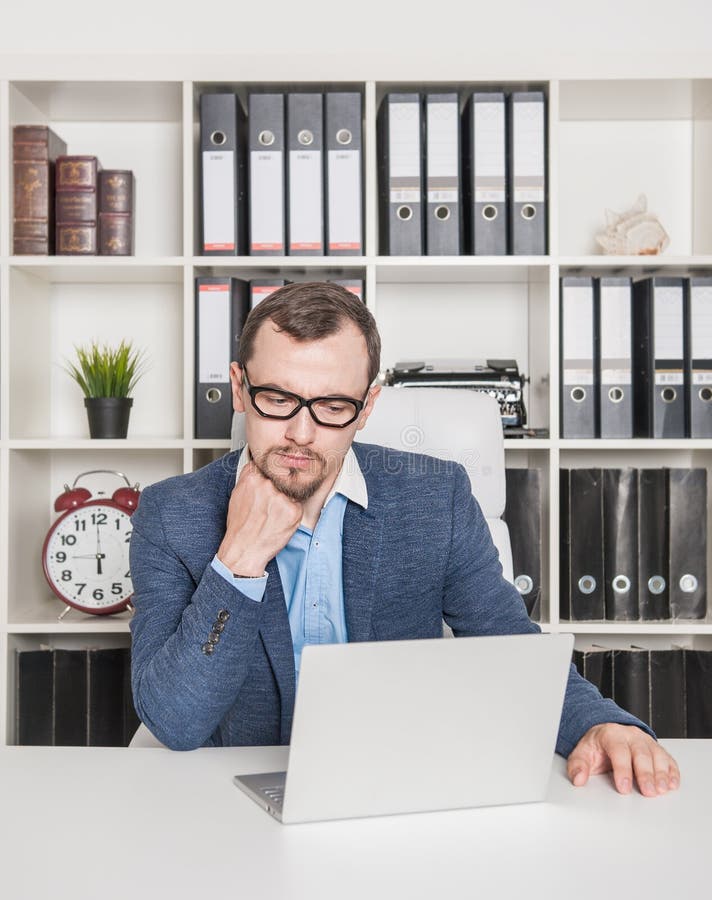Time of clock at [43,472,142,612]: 5:59
